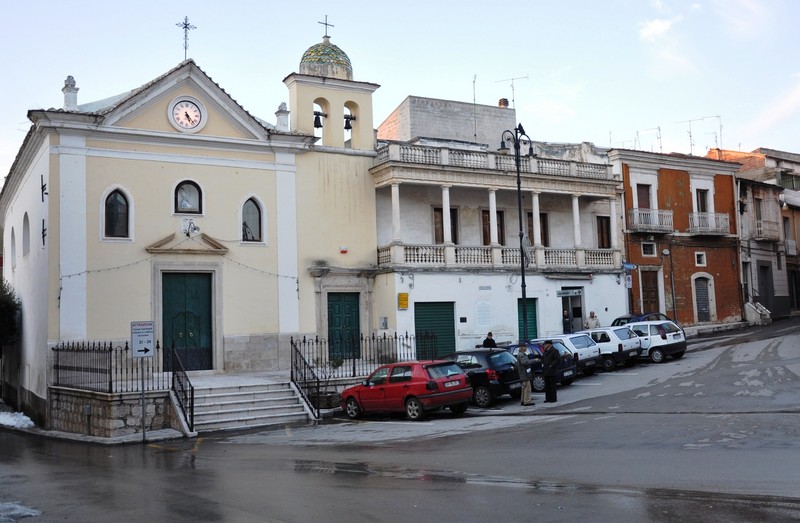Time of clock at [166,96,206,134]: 5:23
